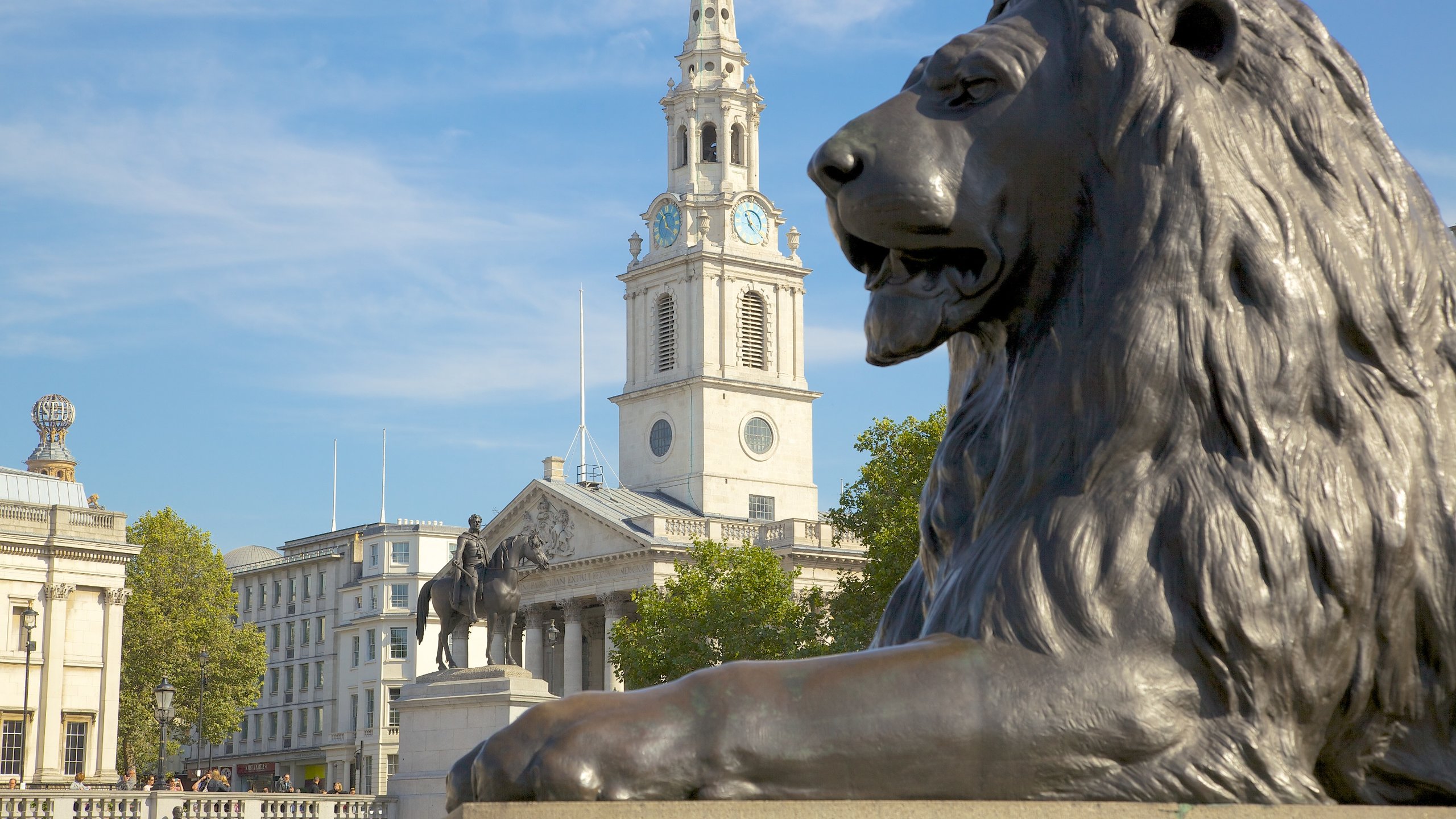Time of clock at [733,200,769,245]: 11:22
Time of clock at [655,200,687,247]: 11:21
